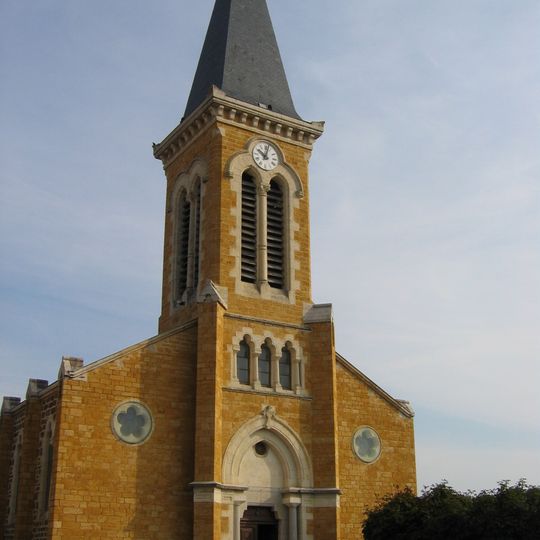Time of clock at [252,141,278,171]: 10:02
